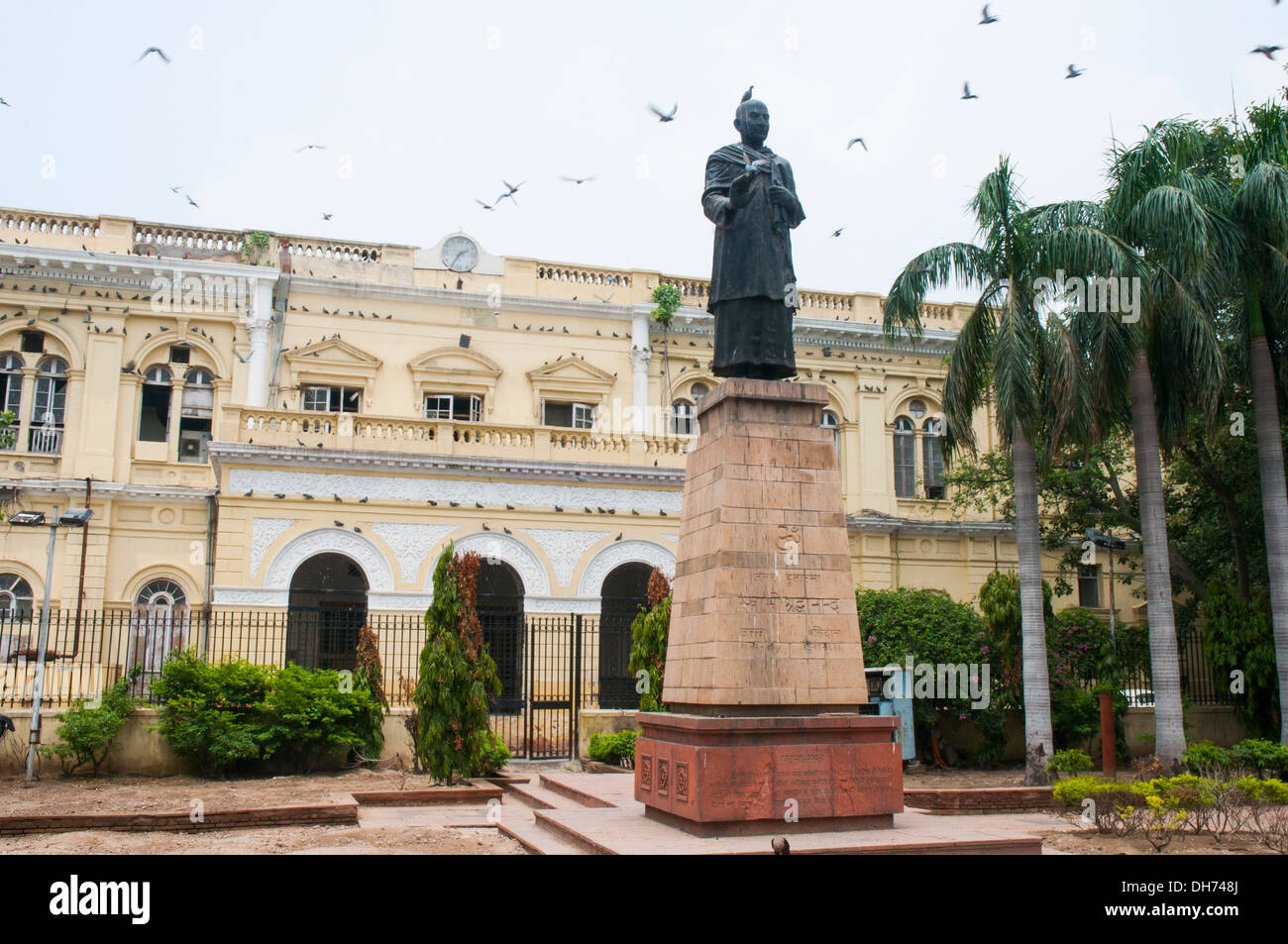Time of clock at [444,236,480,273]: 2:35
